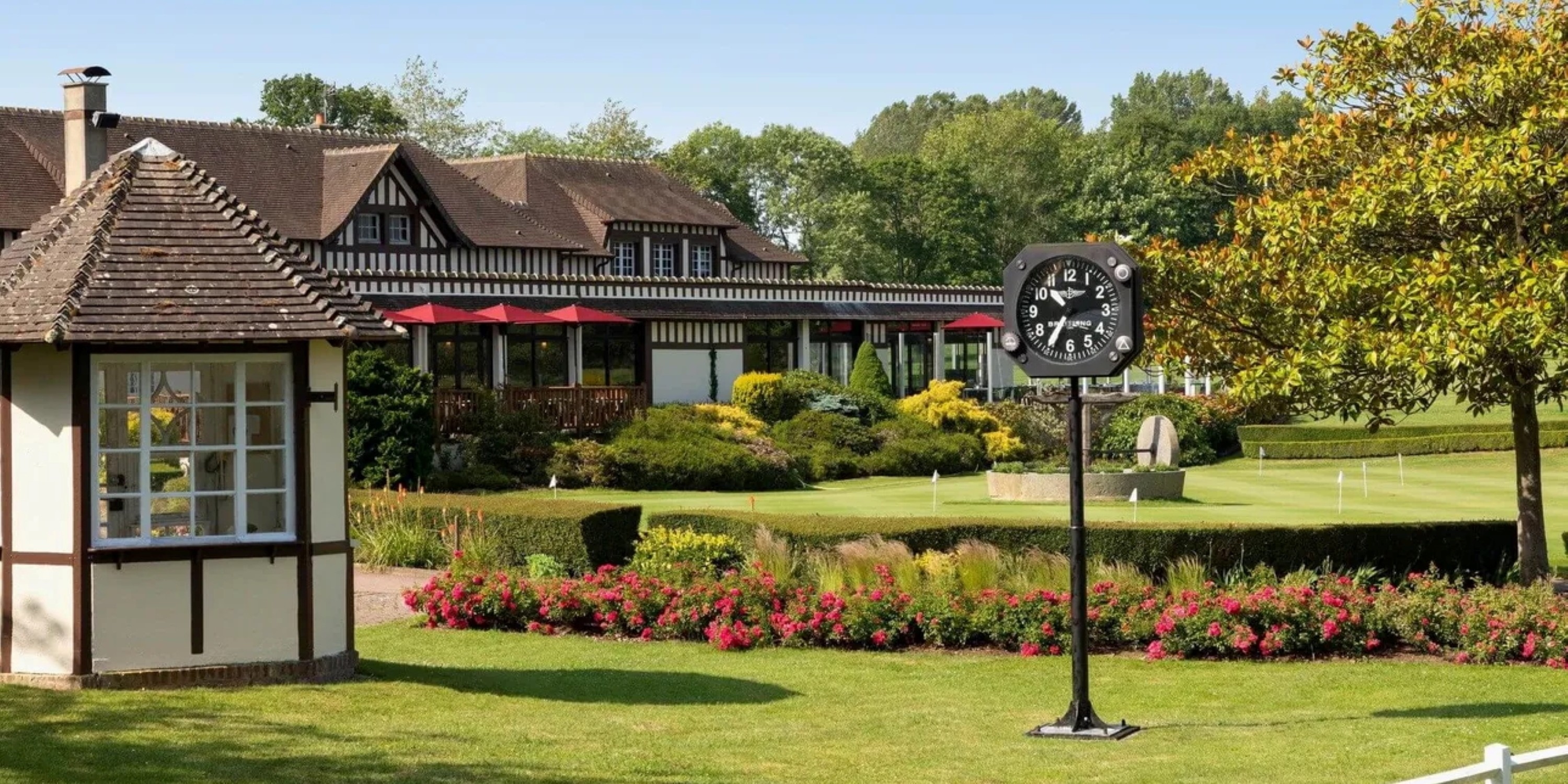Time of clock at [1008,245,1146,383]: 10:35
